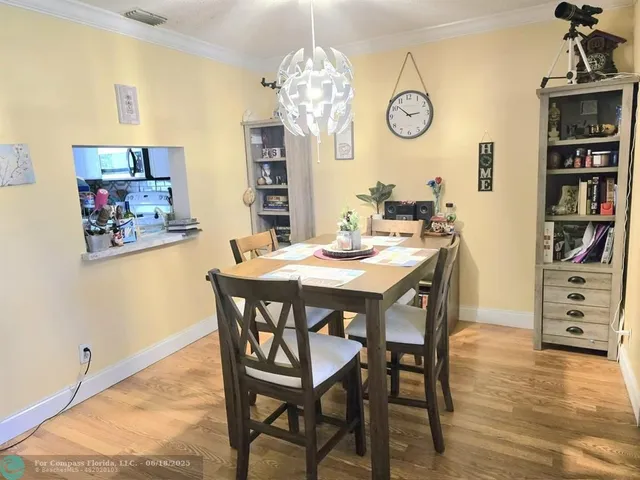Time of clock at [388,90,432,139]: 2:51
